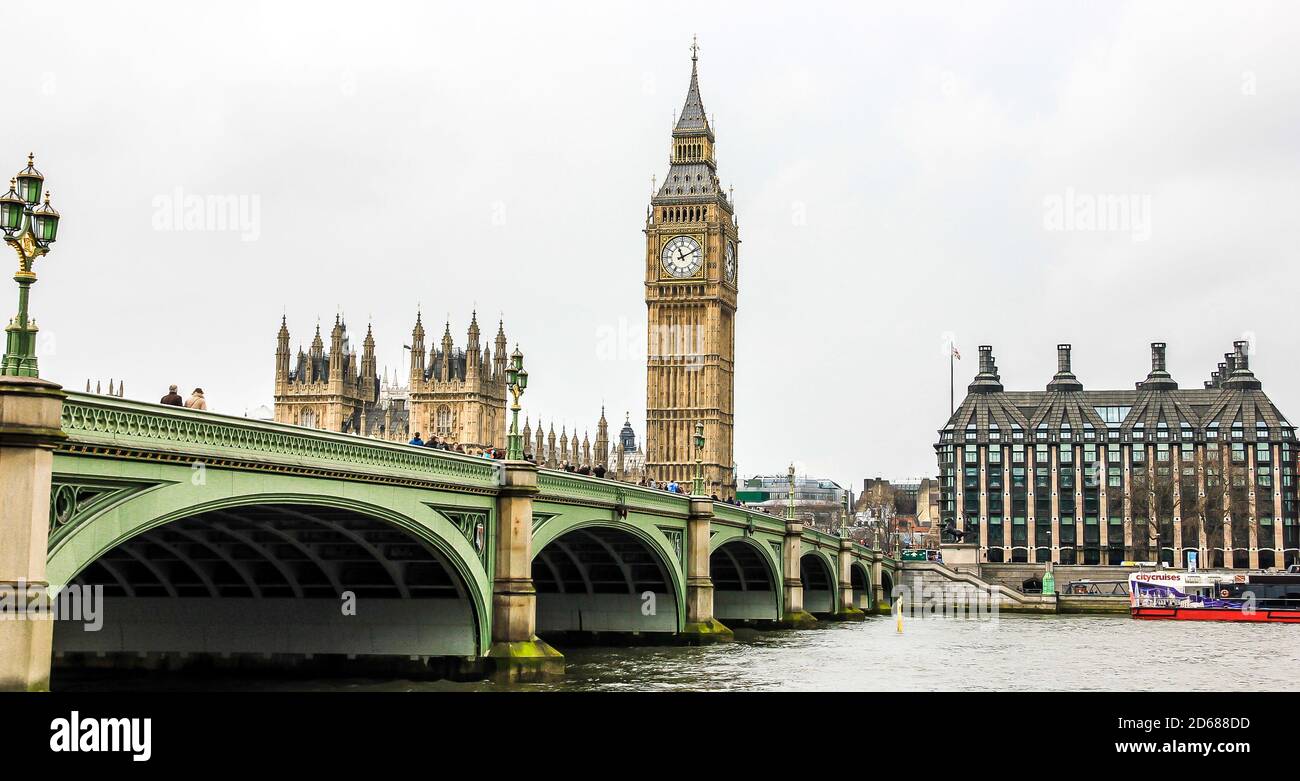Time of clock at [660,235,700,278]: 11:10
